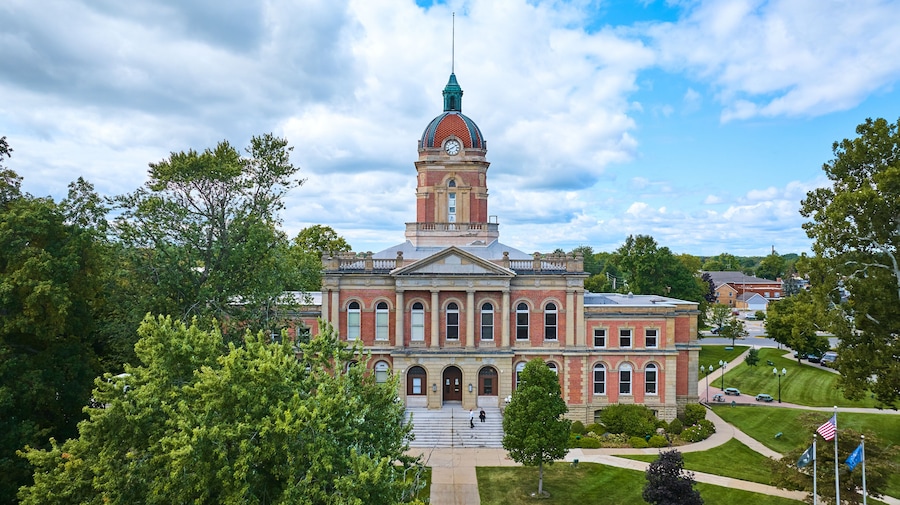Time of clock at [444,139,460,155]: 8:09
